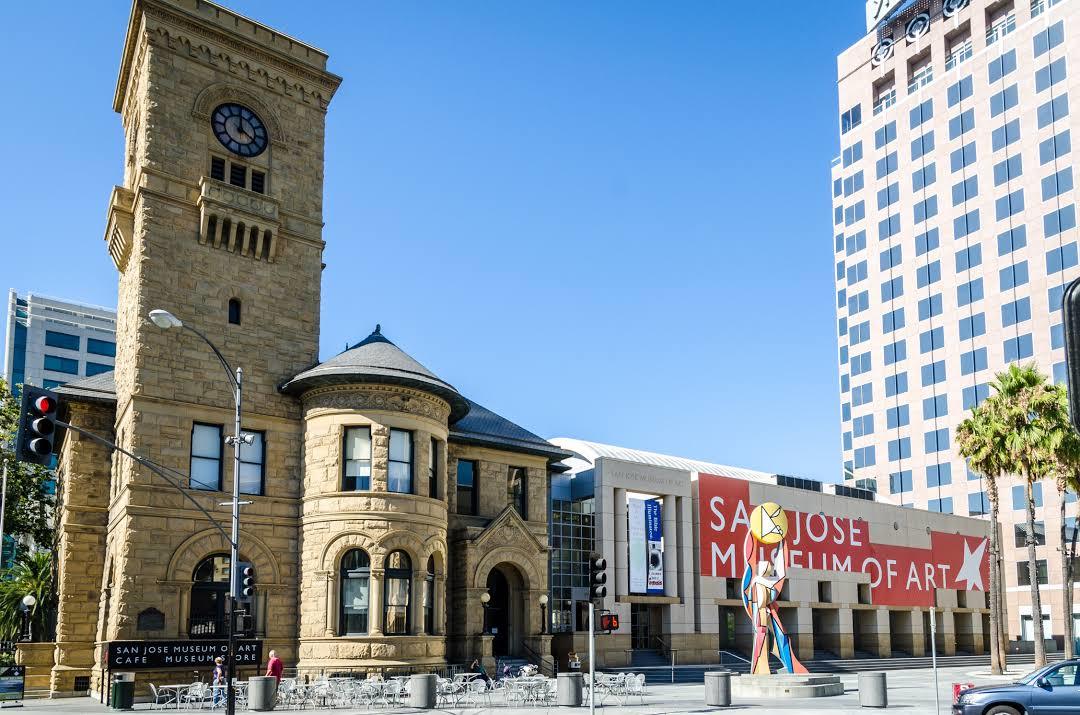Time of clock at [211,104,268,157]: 4:00
